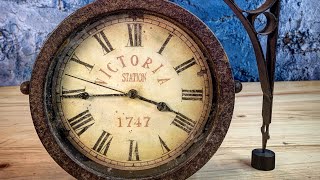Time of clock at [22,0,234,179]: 3:44
